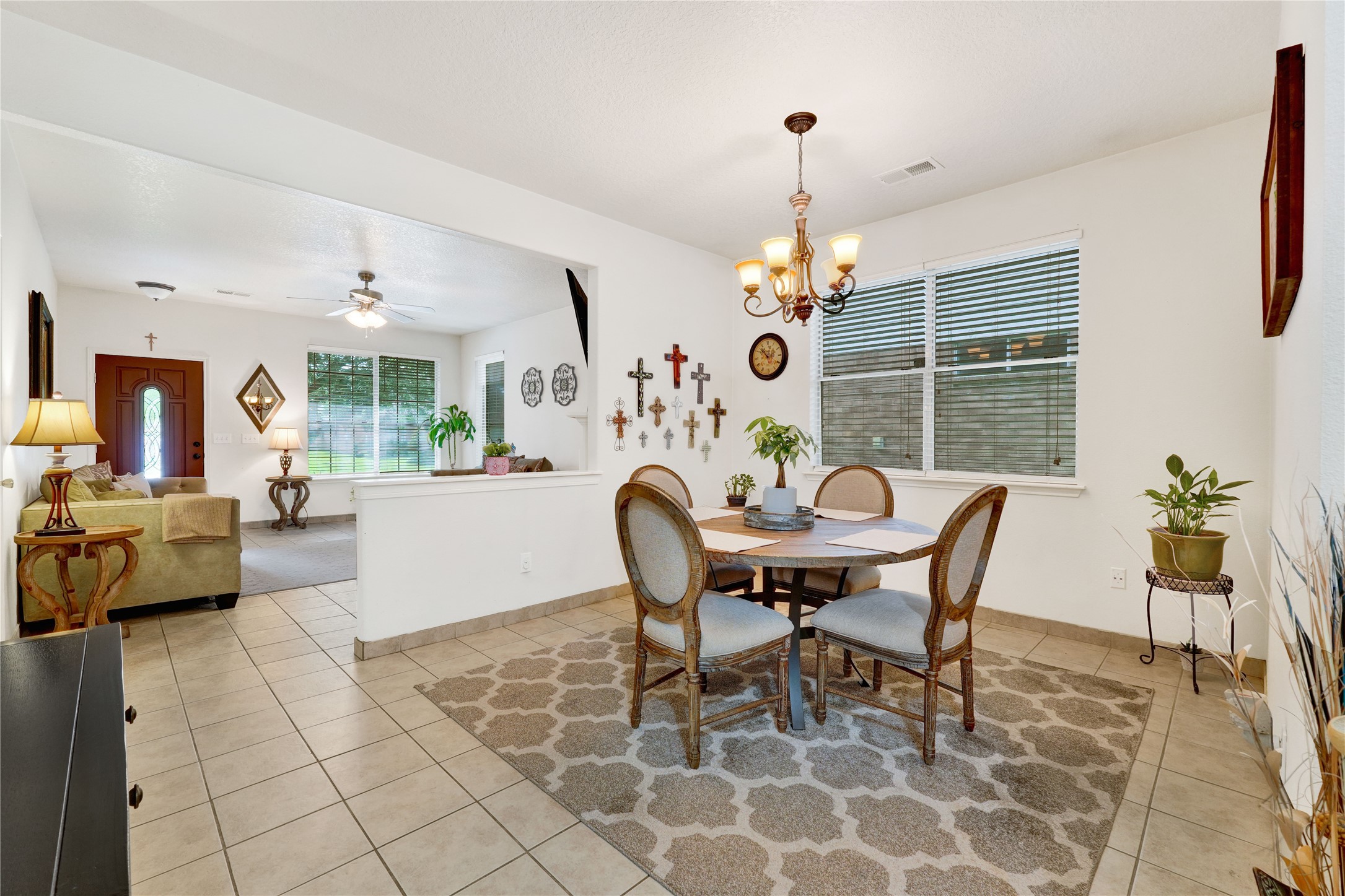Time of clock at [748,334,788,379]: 12:52
